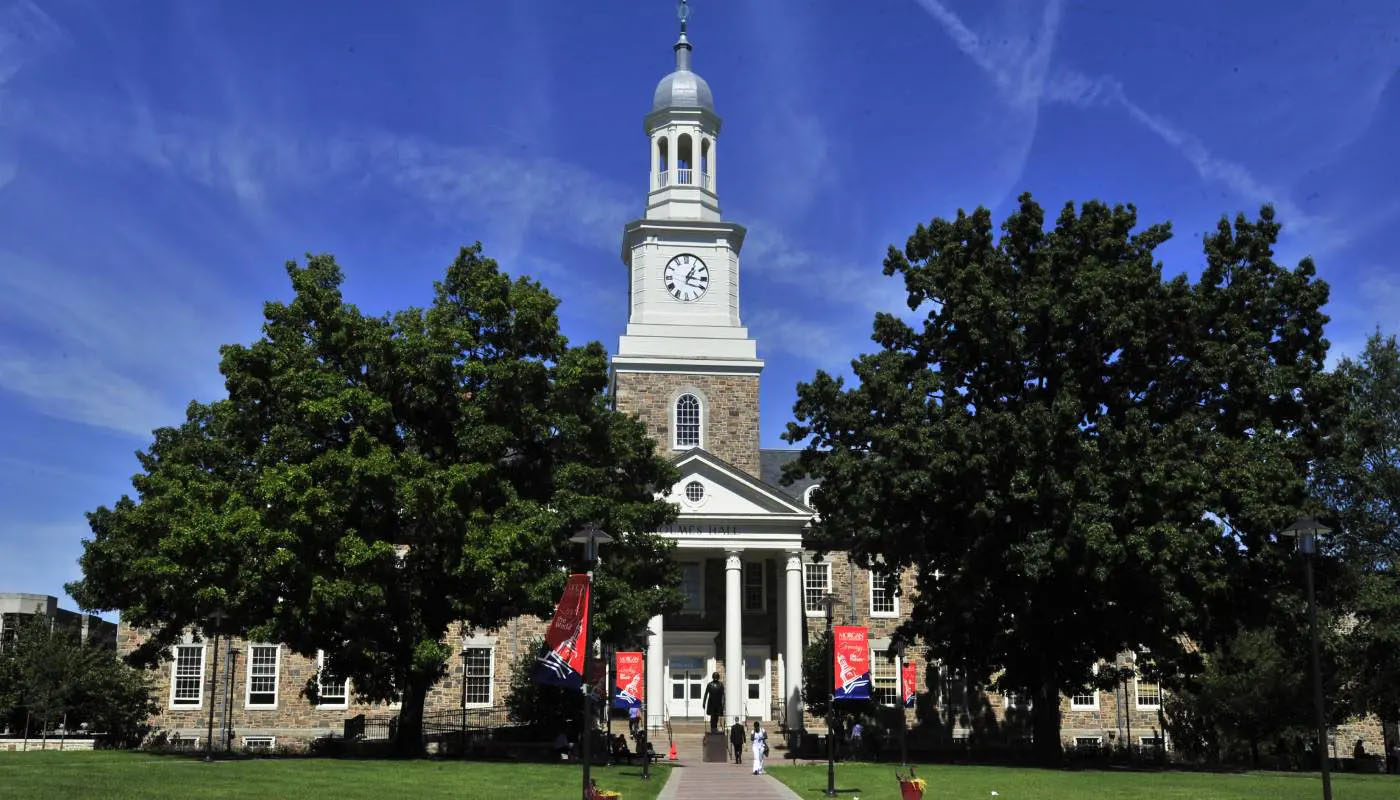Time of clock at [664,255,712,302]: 1:16
